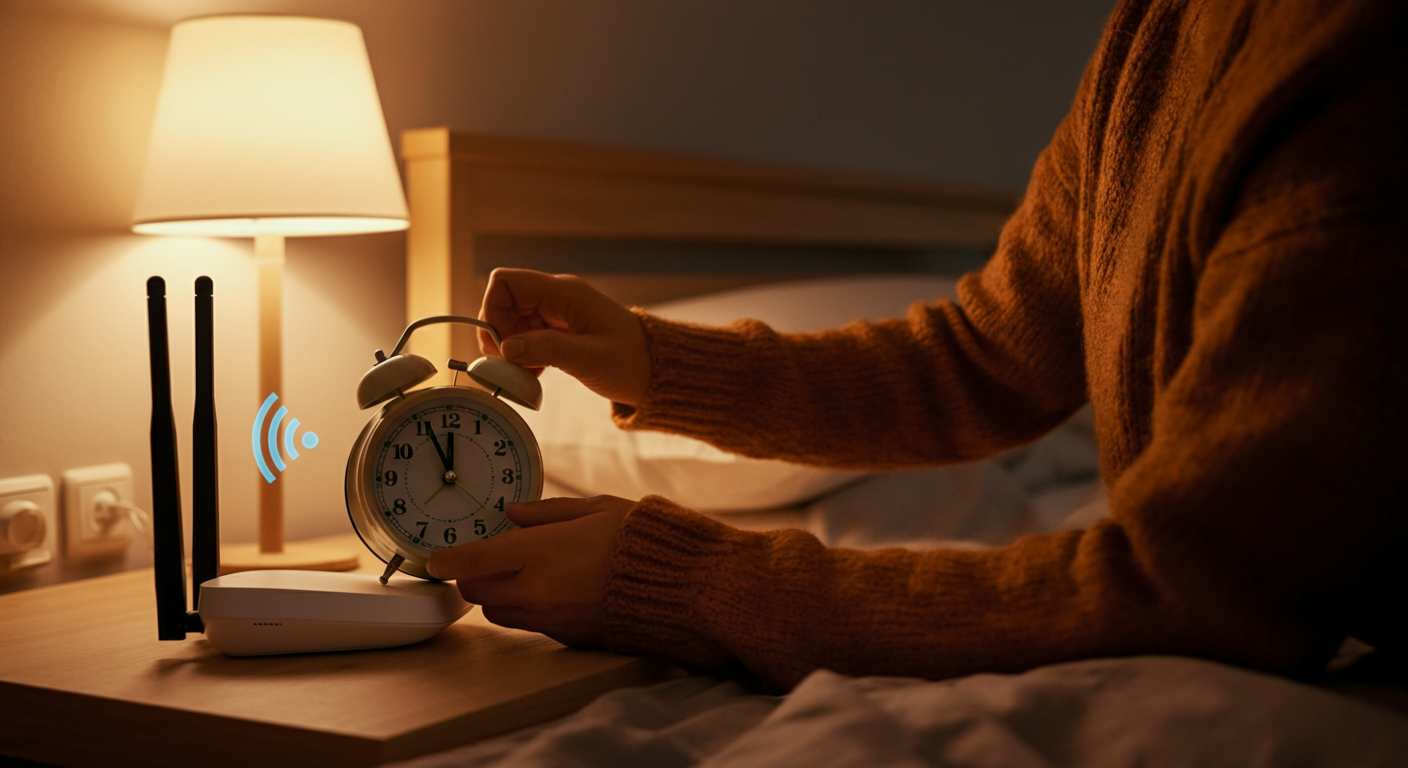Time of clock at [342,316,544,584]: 11:55
